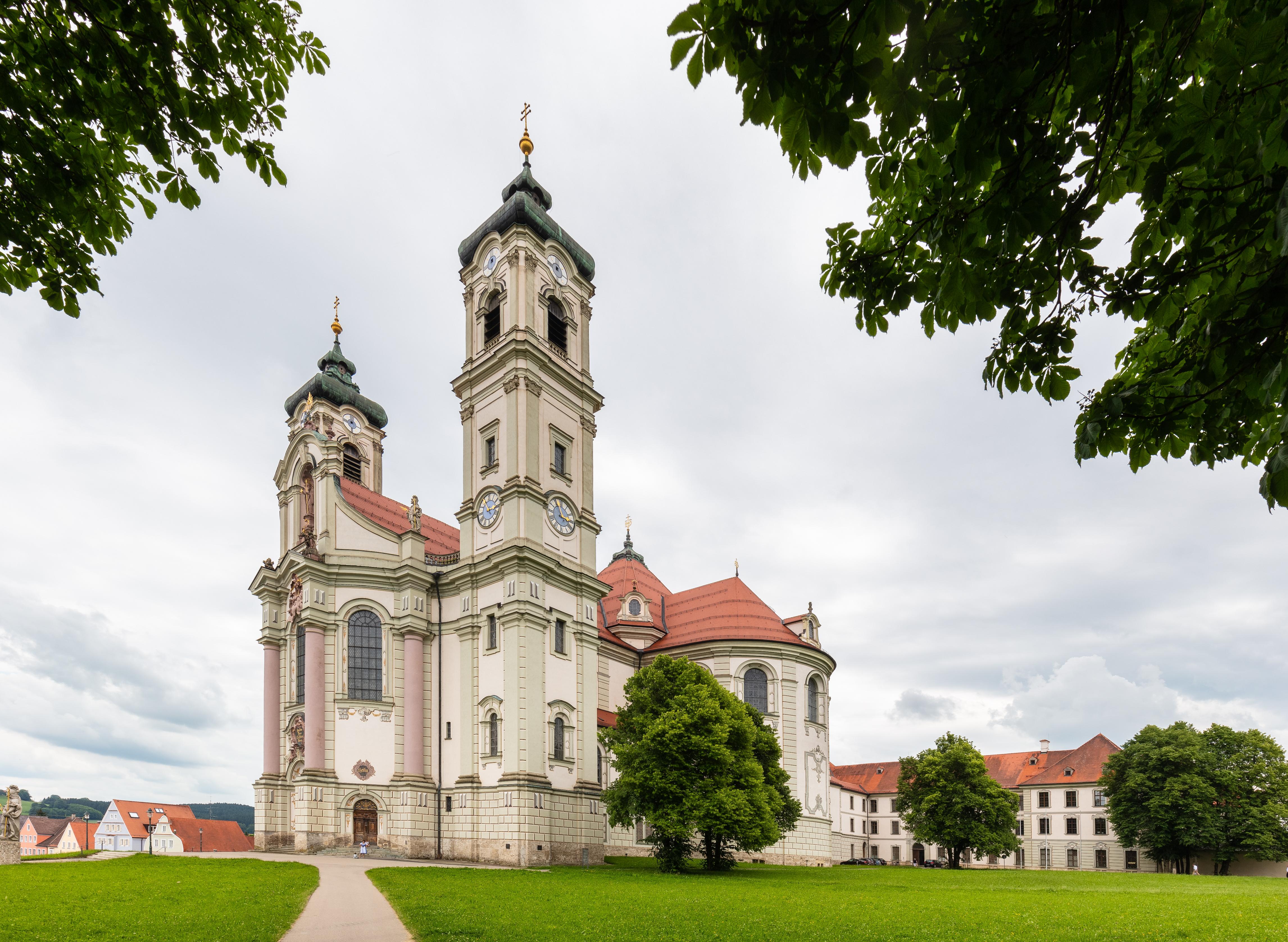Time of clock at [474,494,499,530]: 11:13
